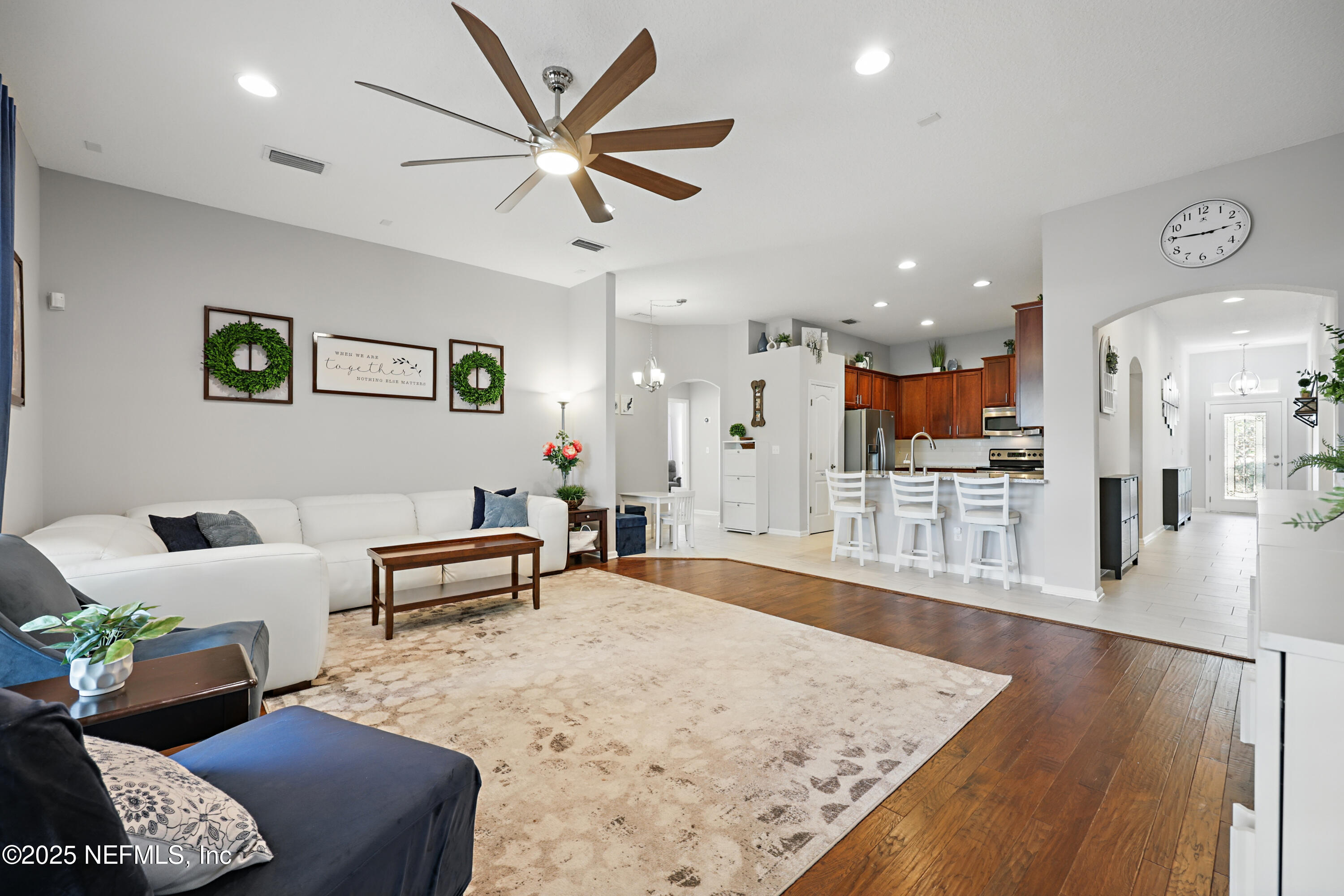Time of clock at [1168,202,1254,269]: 2:45
